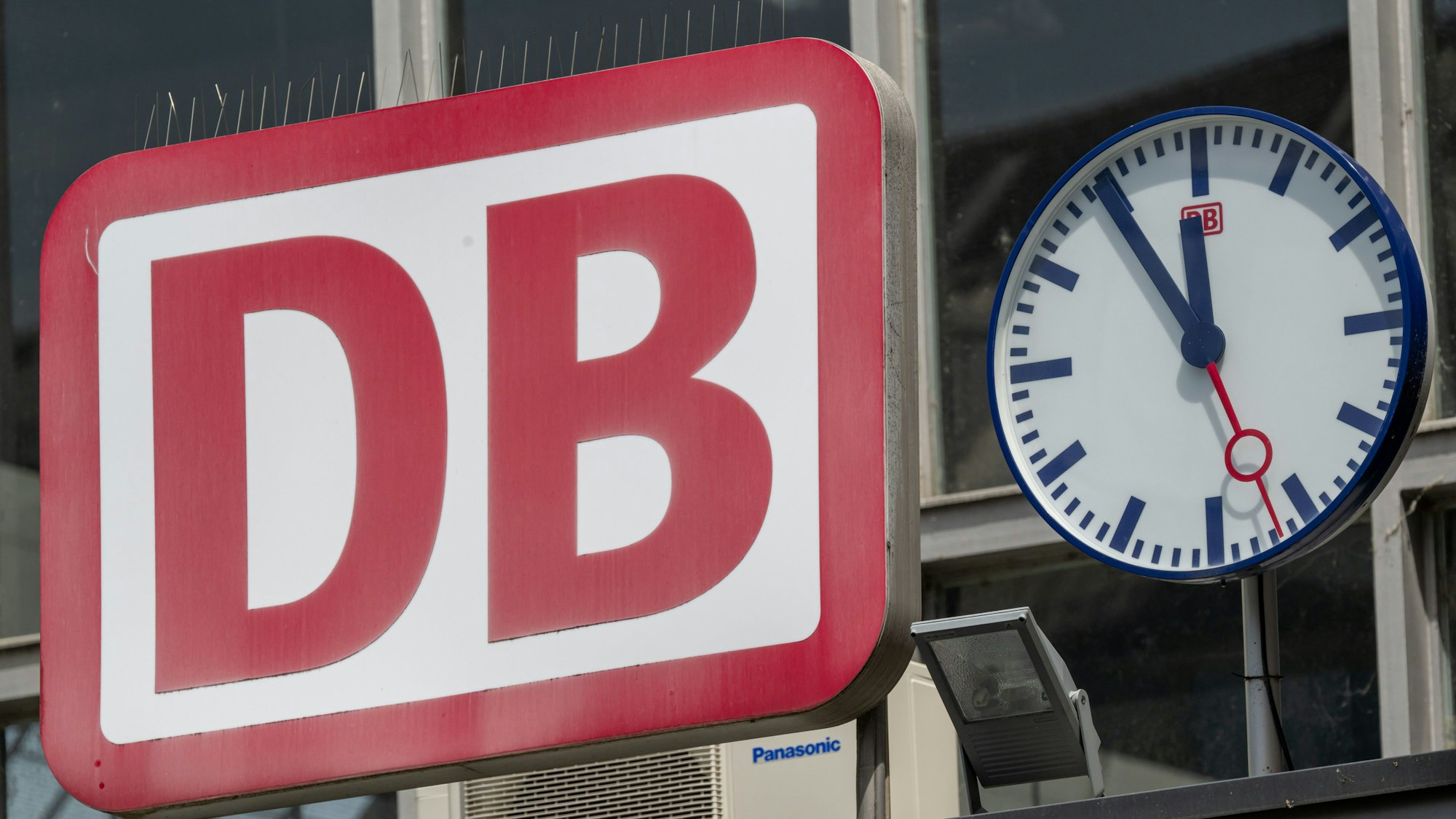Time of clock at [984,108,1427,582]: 11:54
